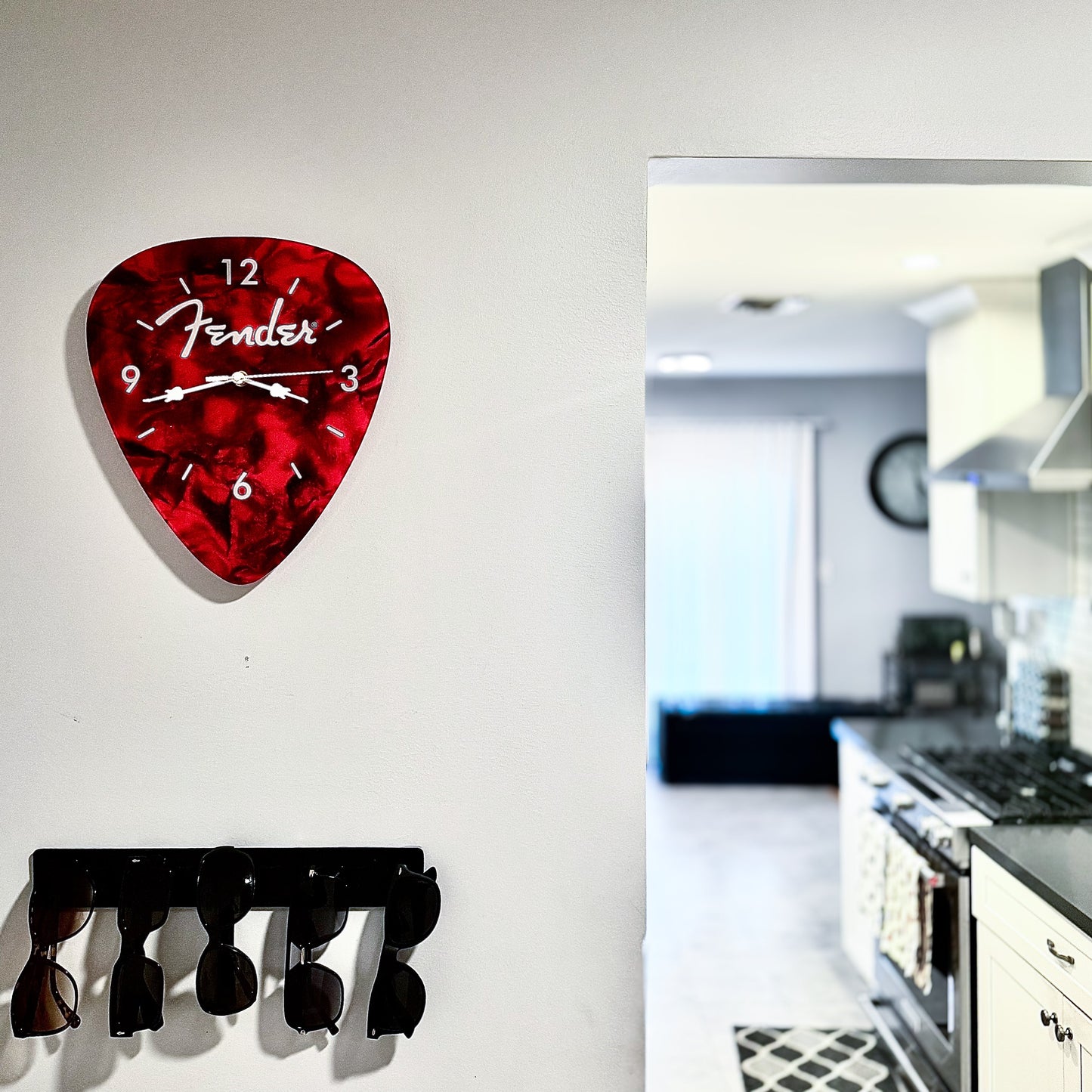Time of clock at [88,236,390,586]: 3:42
